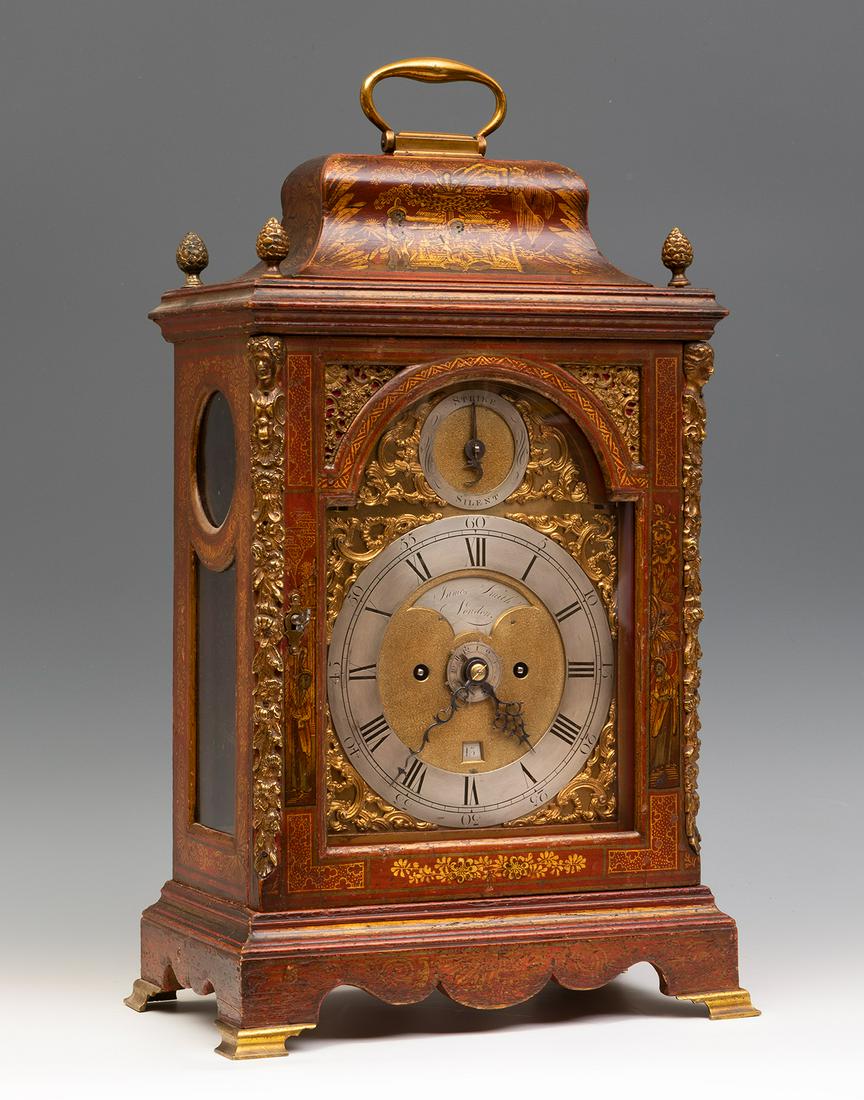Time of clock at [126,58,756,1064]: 4:36
